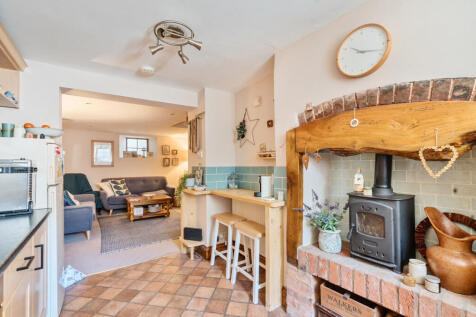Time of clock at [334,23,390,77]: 10:17
